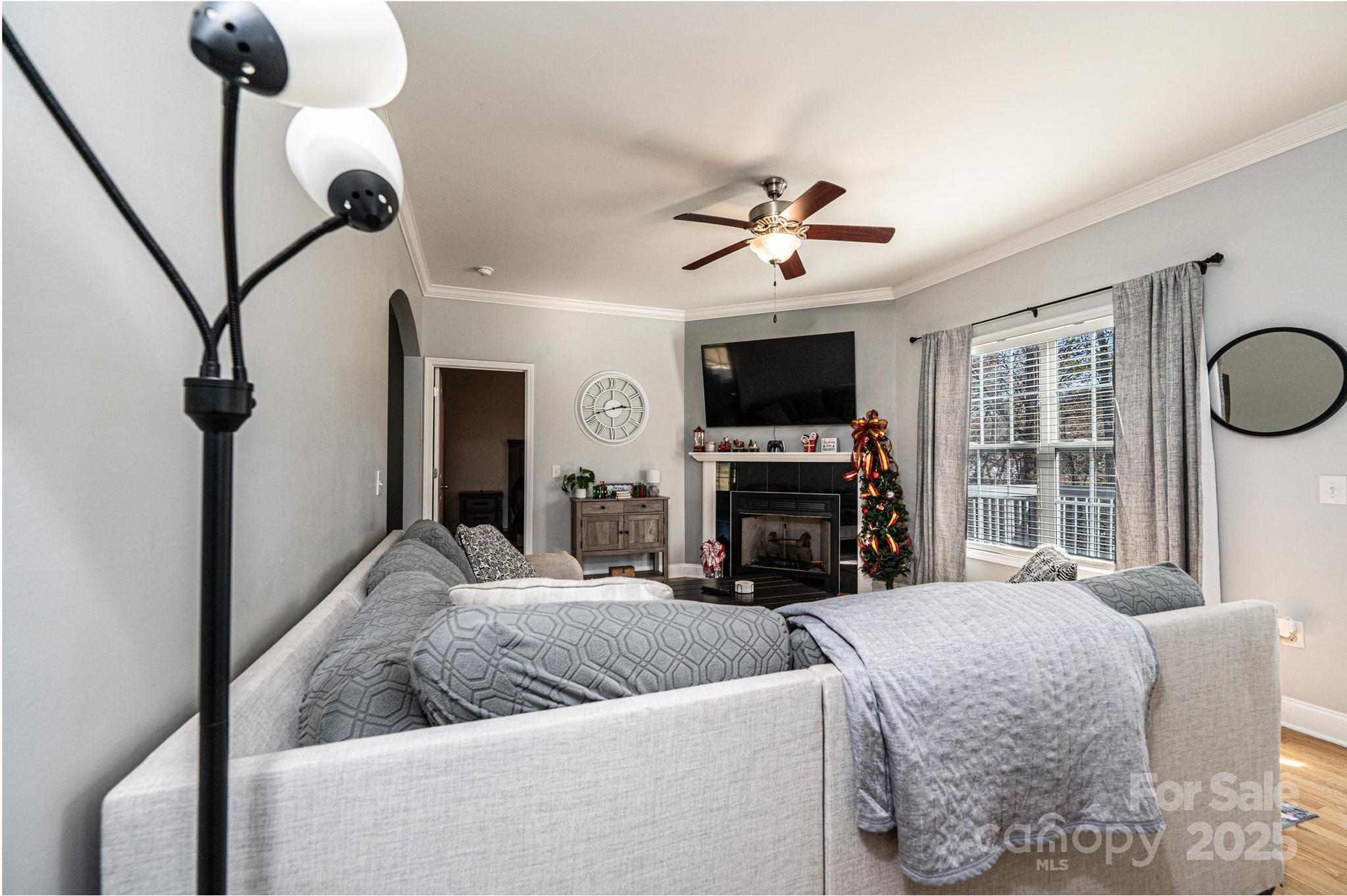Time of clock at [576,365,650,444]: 2:42
